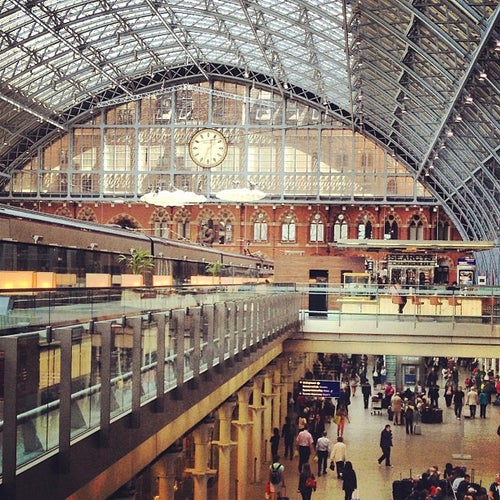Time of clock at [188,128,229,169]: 1:33
